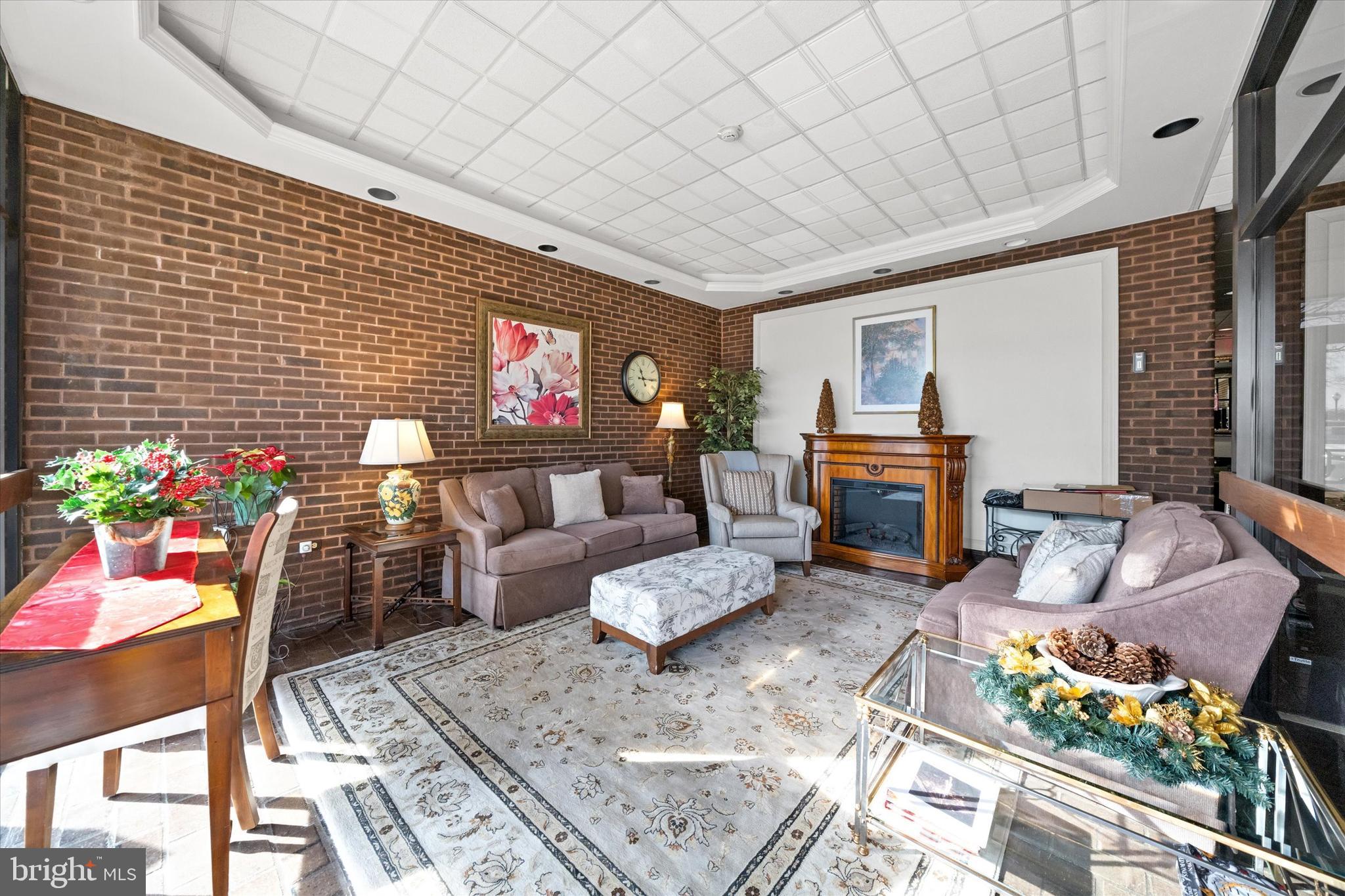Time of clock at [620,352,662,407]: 11:15
